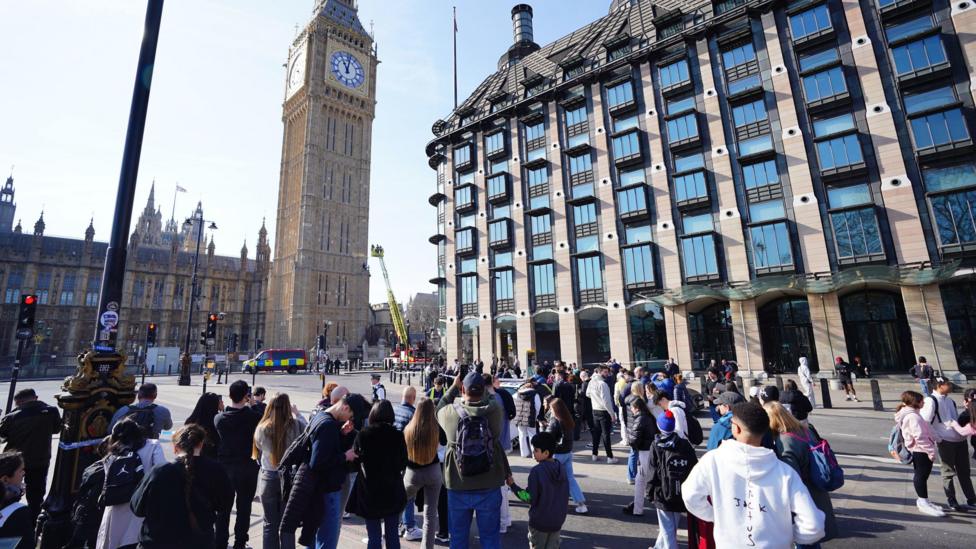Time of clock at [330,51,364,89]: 11:01
